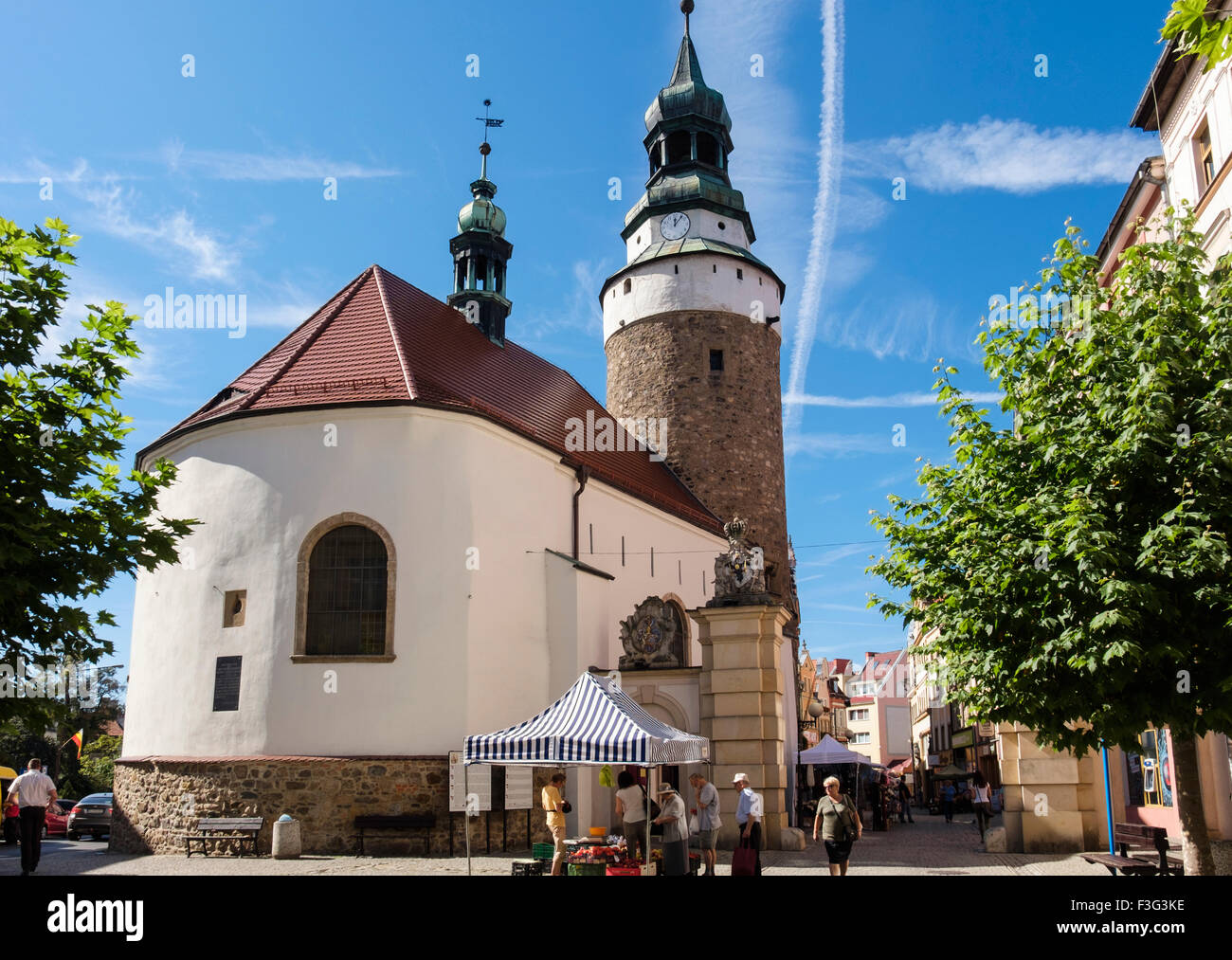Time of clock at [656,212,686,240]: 12:06
